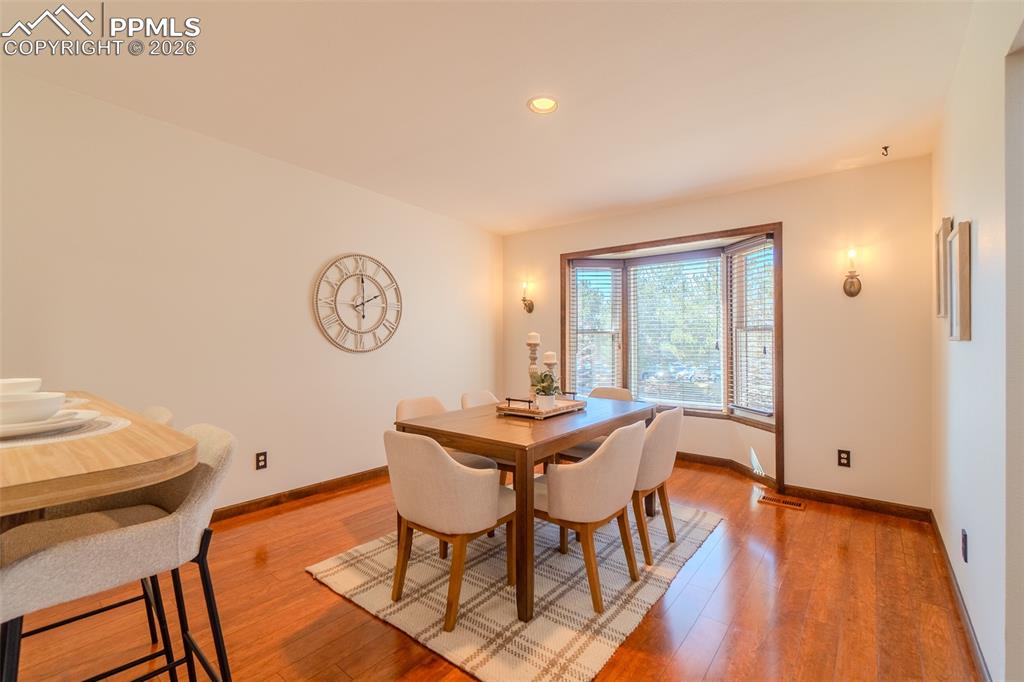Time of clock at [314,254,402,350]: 2:00
